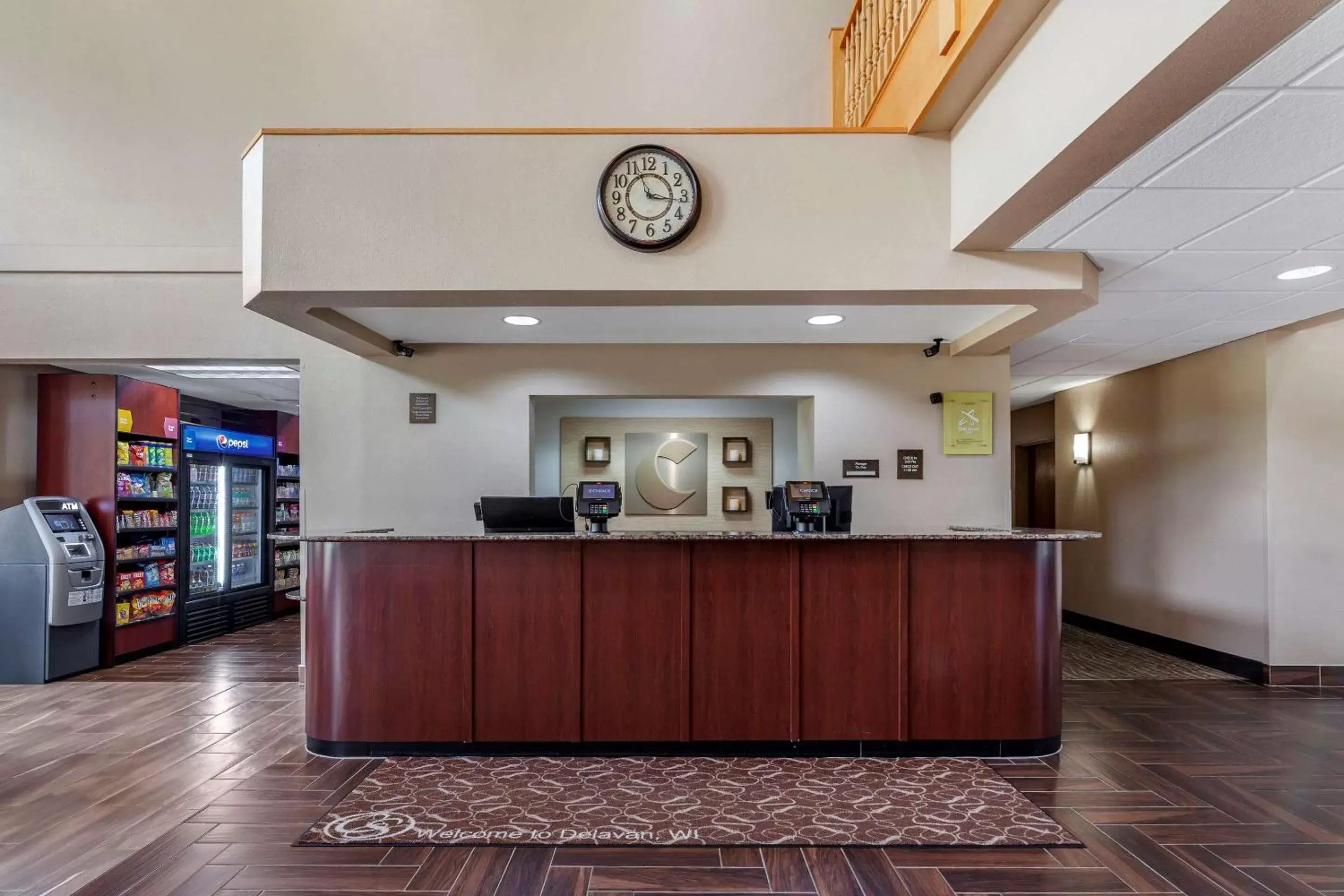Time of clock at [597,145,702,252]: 11:16
